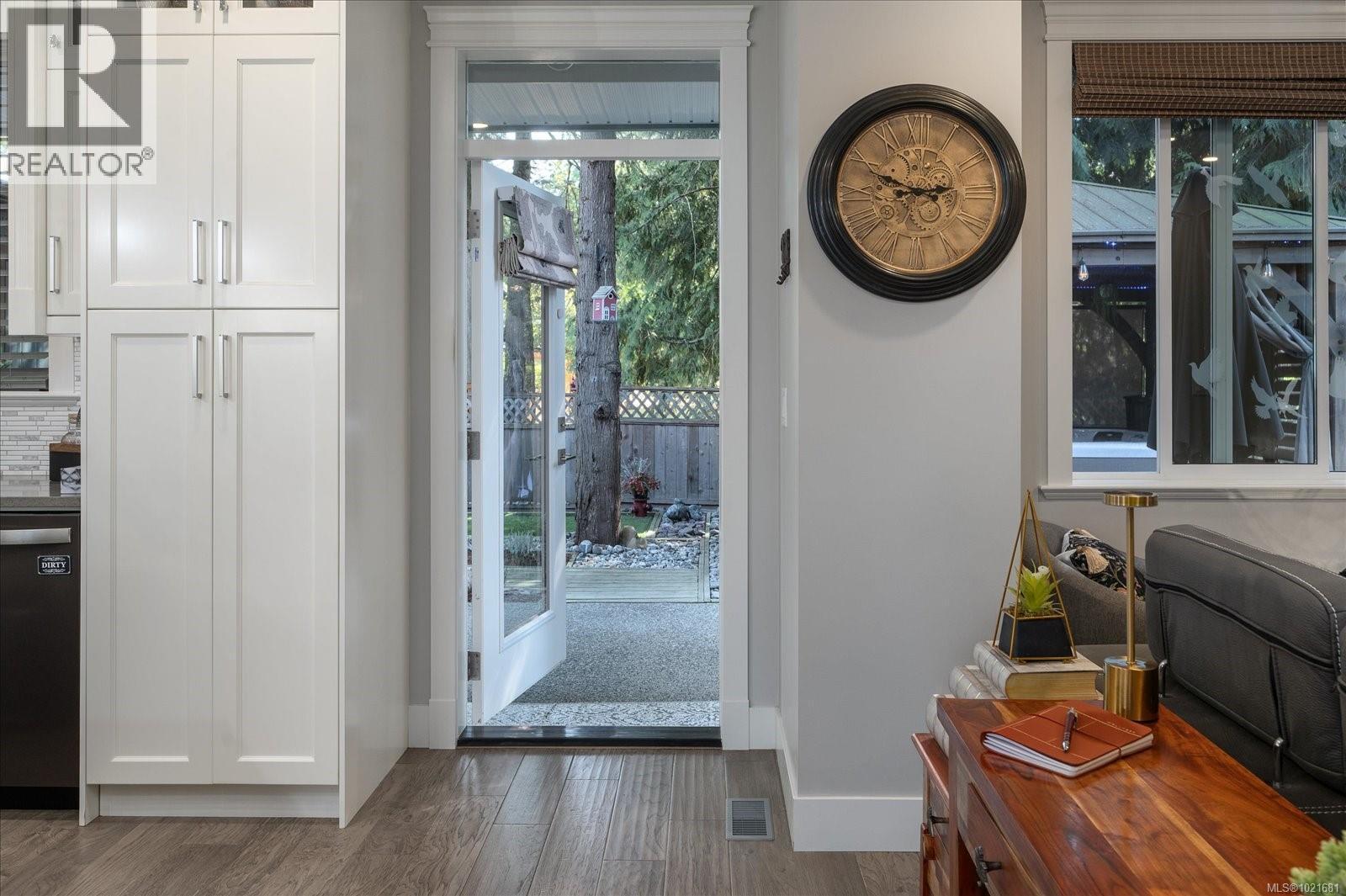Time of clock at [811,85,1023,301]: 2:48
